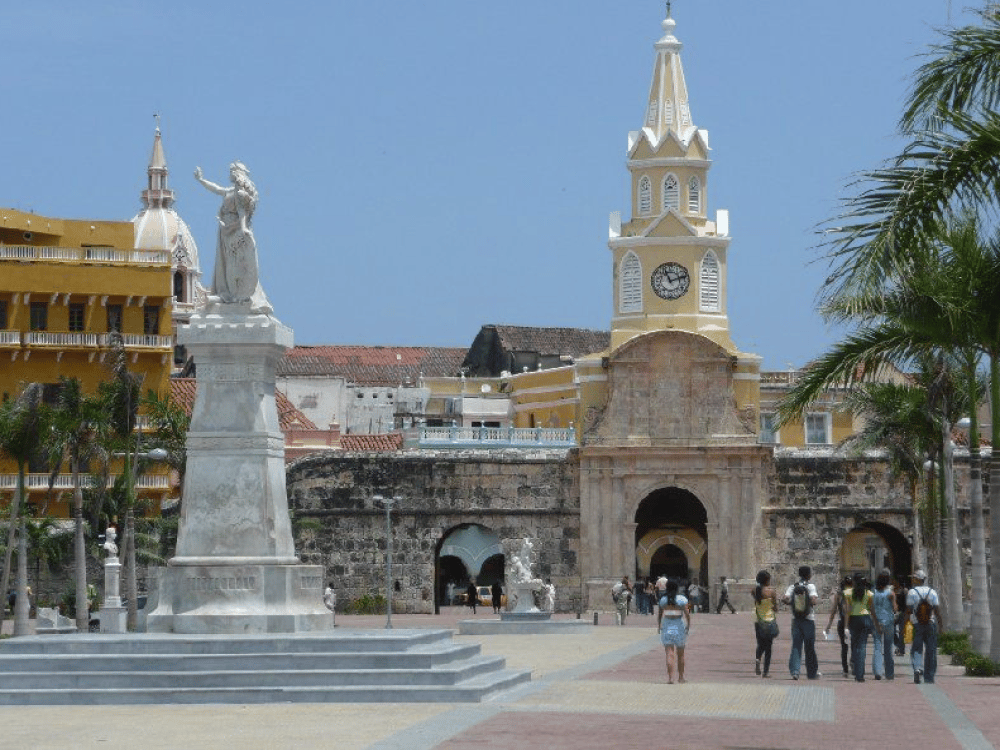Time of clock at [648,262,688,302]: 11:12
